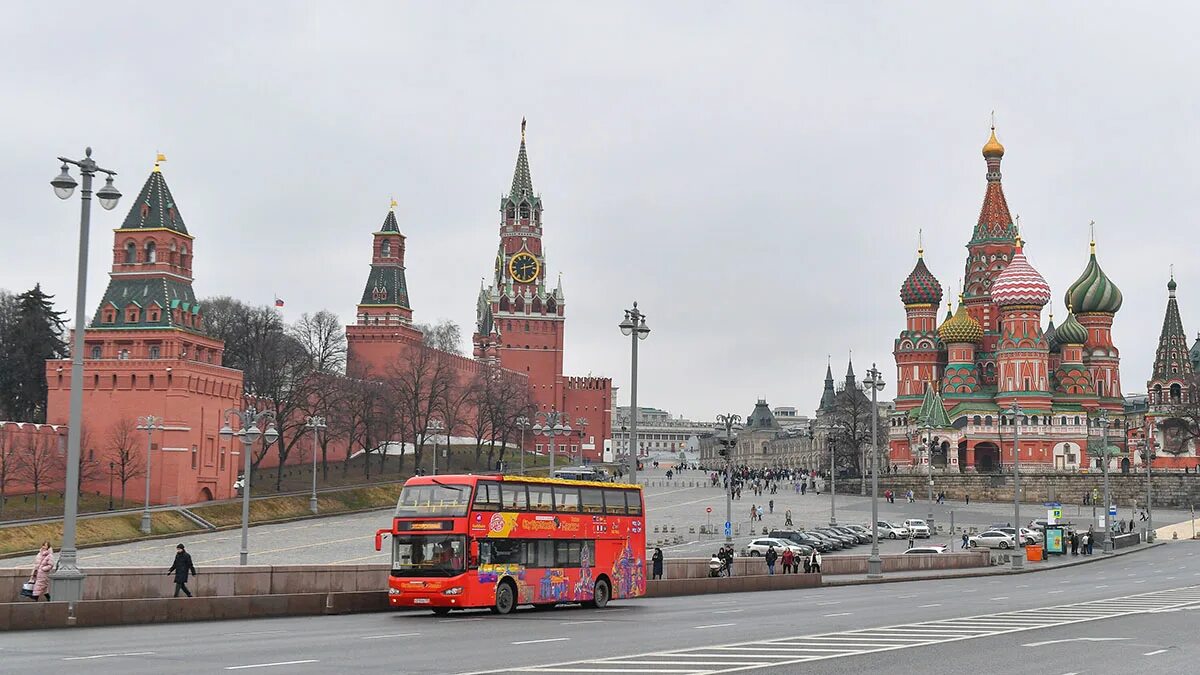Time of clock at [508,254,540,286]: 2:29
